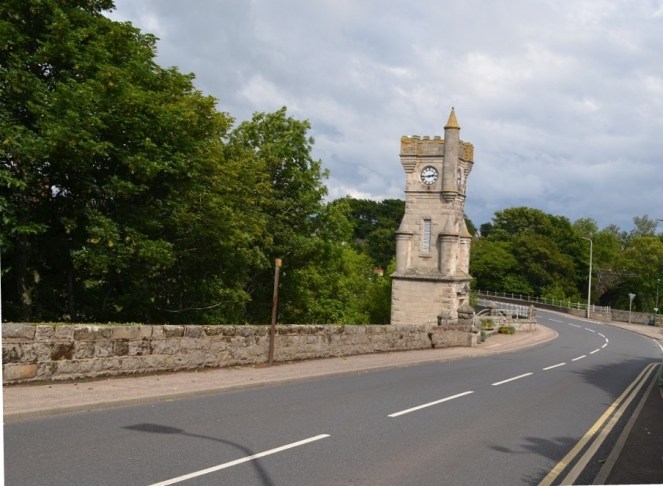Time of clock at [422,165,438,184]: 2:43
